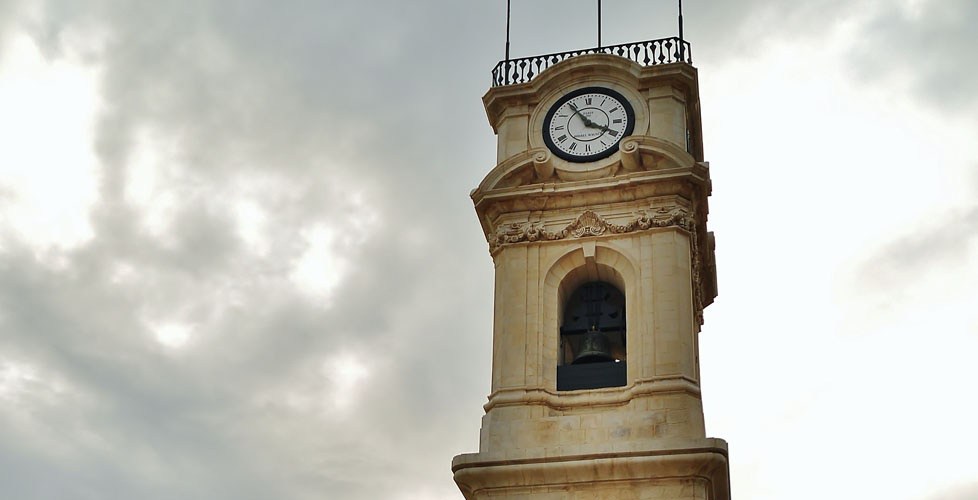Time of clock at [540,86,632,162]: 3:54
